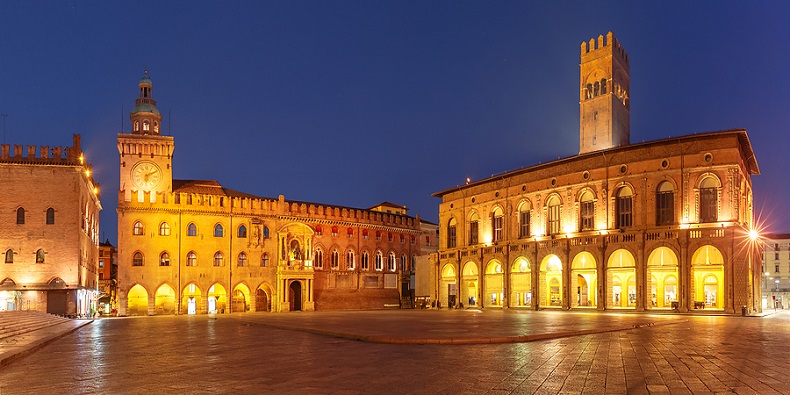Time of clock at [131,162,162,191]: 6:10
